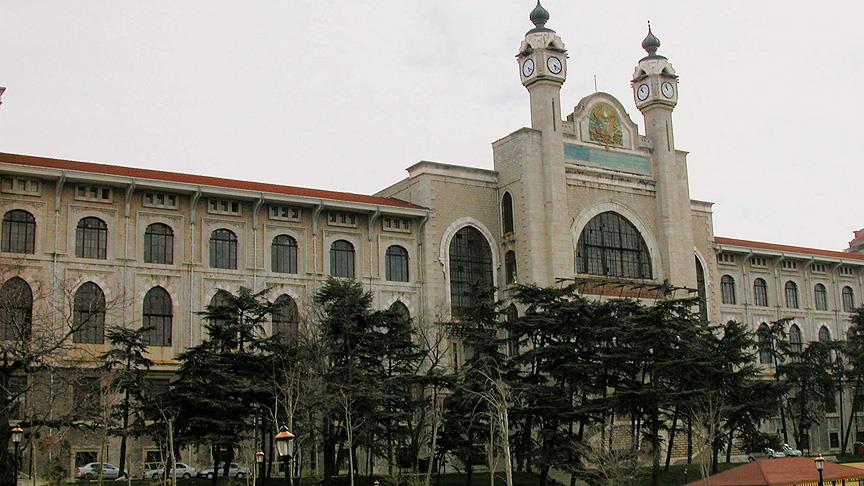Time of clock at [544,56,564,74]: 5:18
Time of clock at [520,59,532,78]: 5:18
